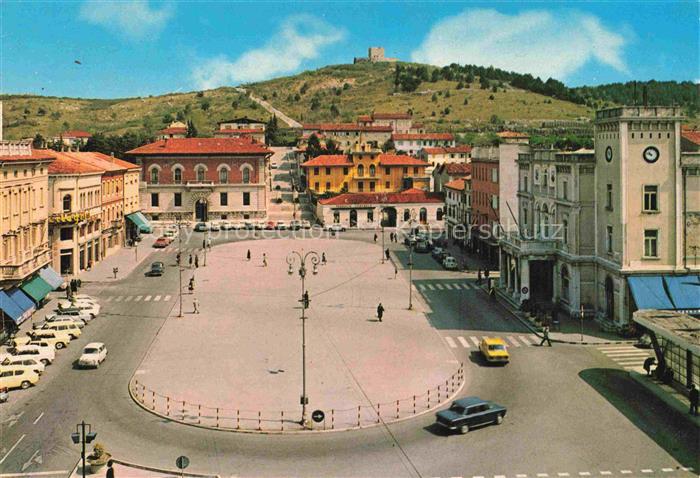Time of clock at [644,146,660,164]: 10:47
